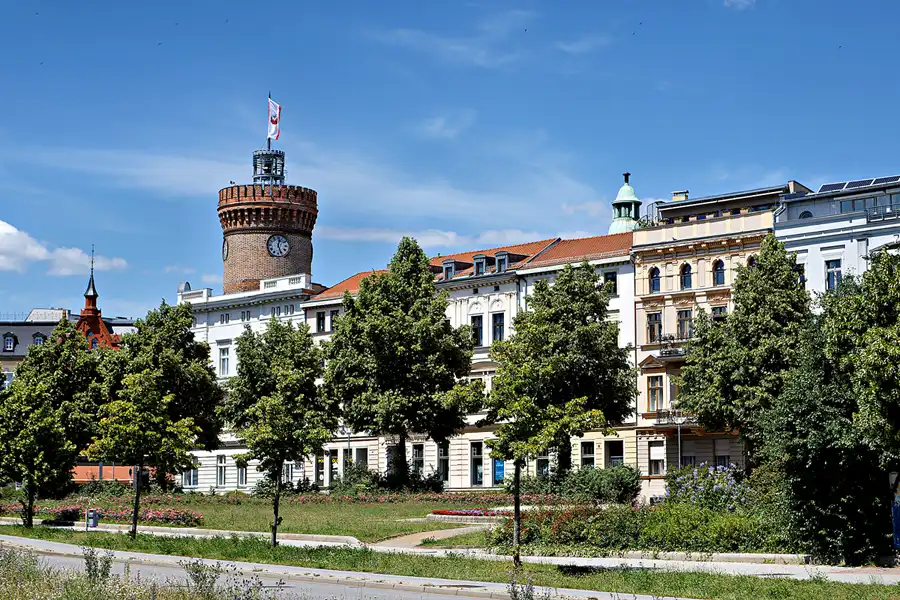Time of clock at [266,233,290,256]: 12:26
